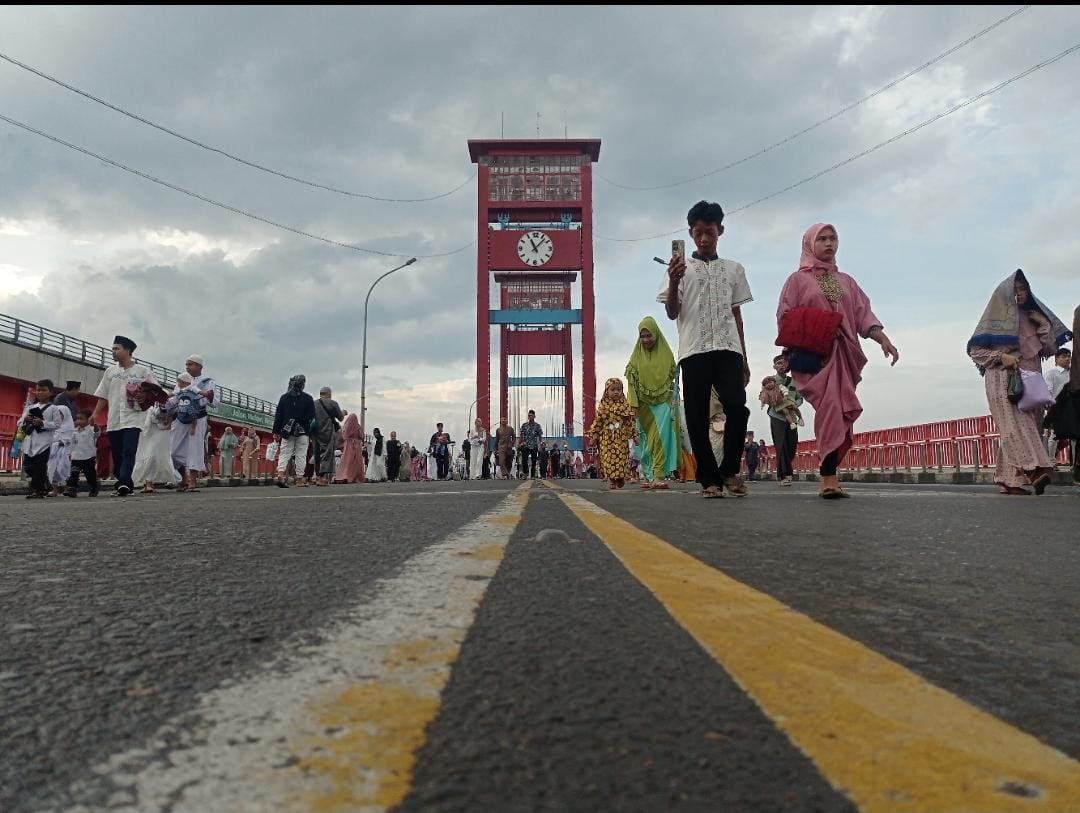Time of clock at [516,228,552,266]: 11:07
